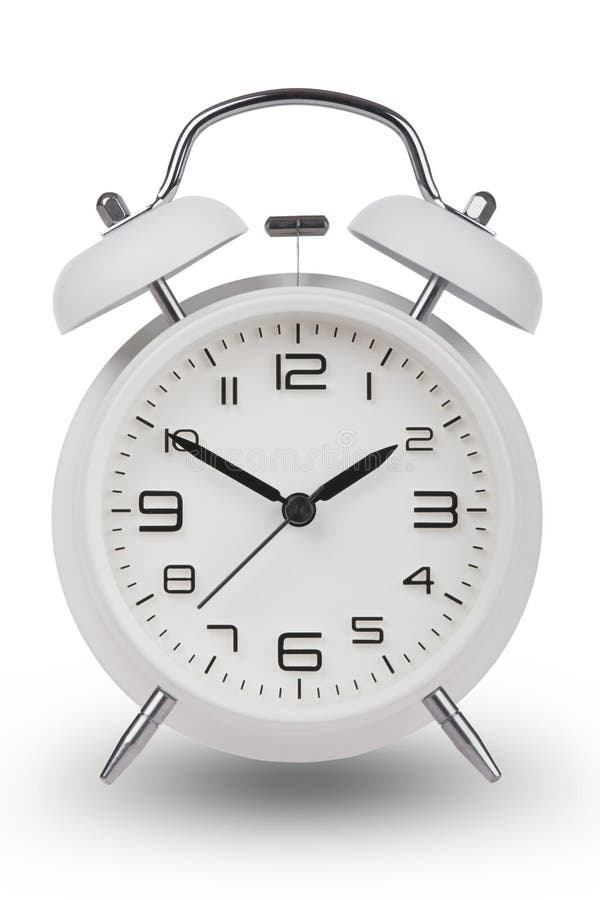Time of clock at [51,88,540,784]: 1:50
